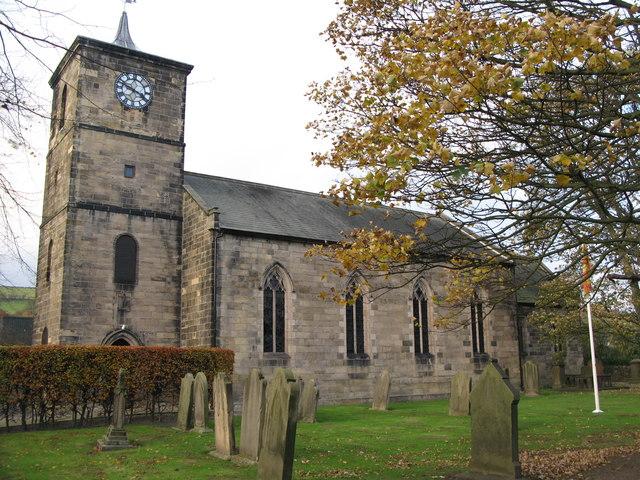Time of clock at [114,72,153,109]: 3:48
